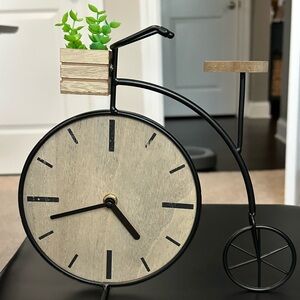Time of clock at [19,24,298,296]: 4:42
